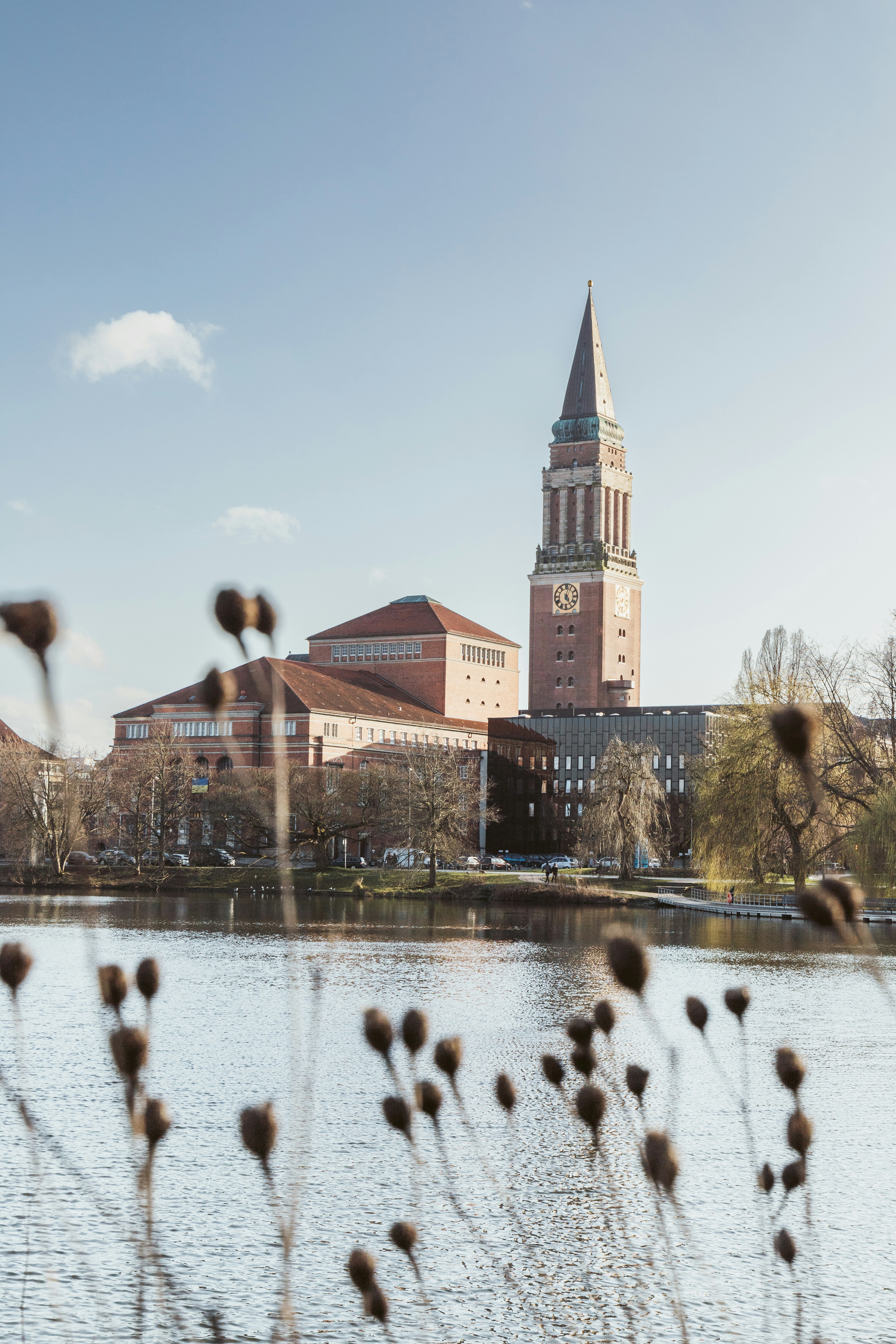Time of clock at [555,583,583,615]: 5:03
